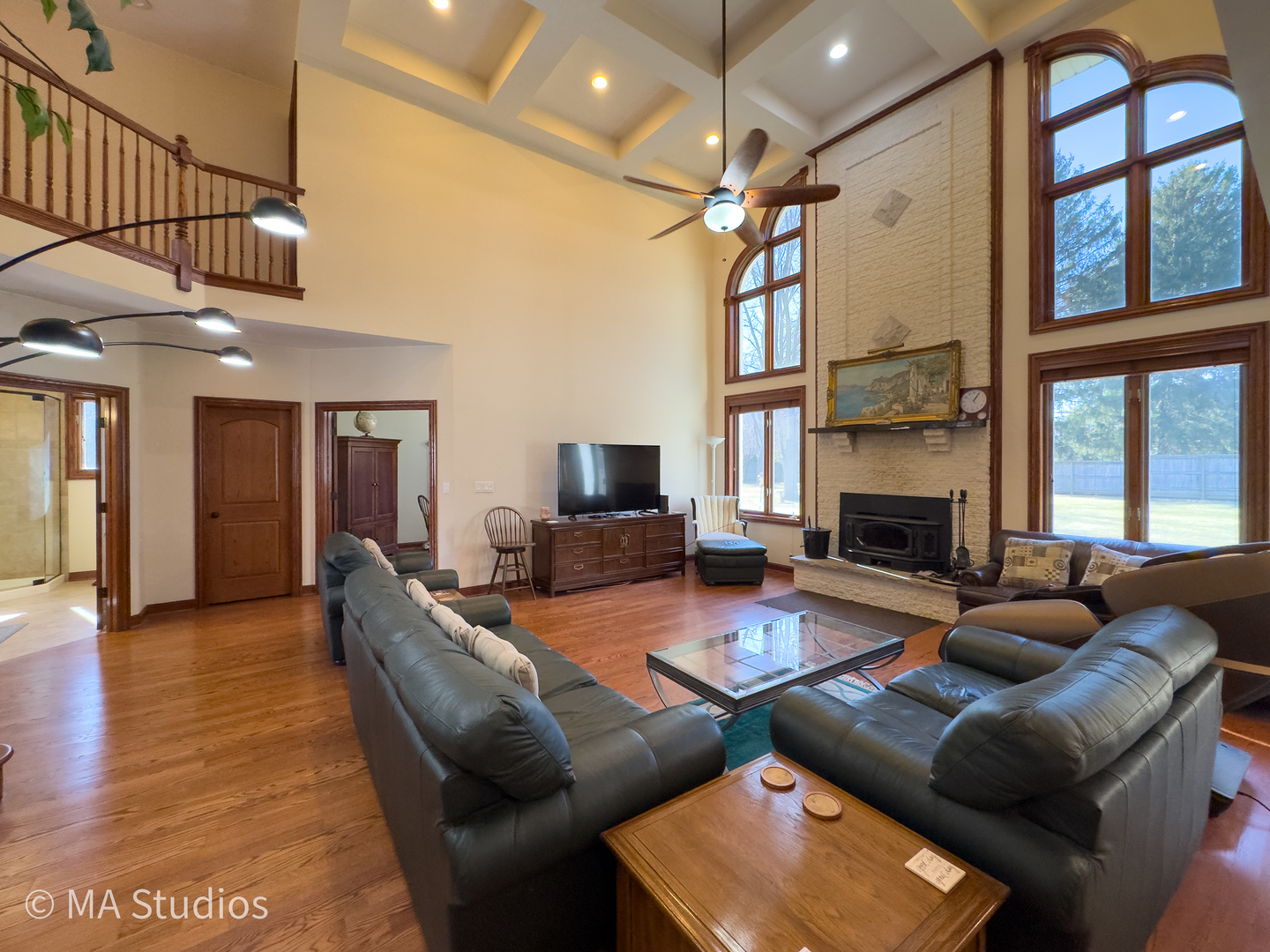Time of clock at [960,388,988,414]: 1:05
